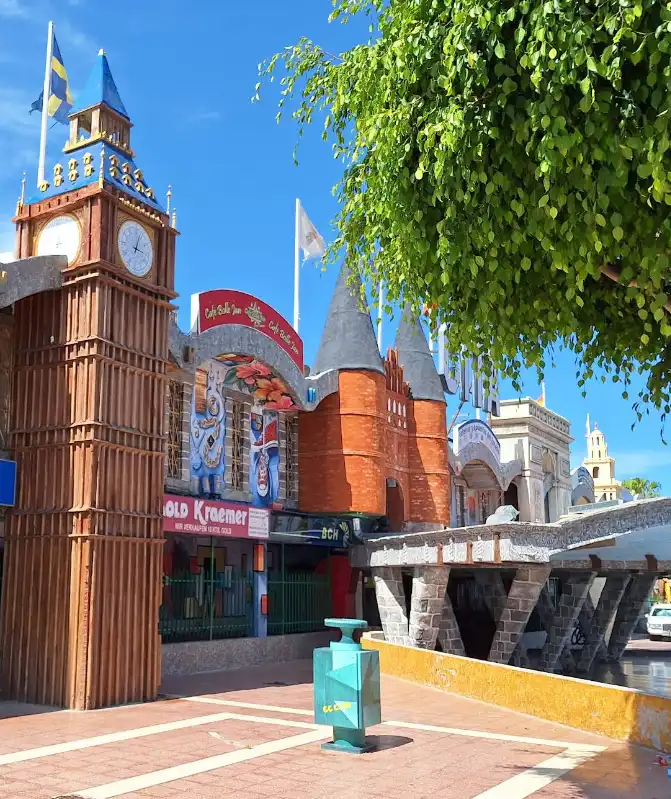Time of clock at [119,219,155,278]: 3:02
